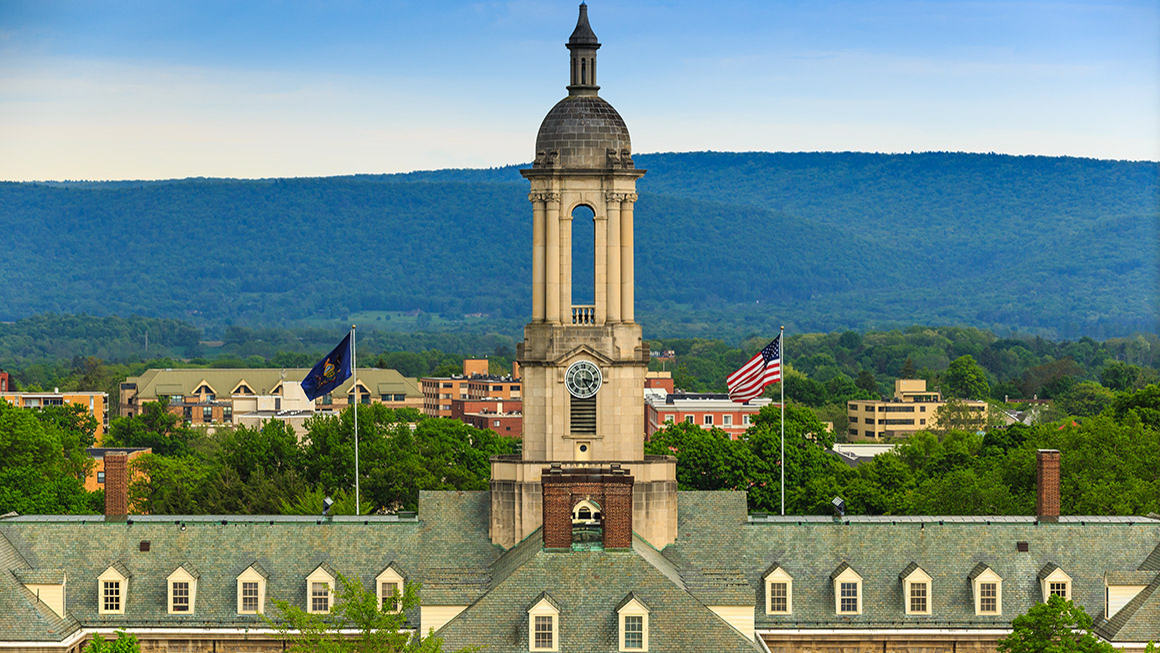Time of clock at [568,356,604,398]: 3:24
